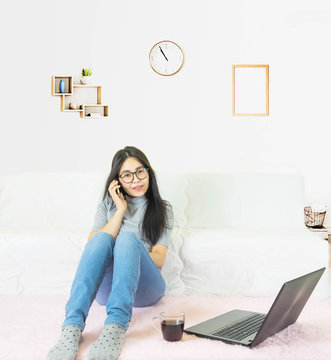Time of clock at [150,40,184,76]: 10:55
